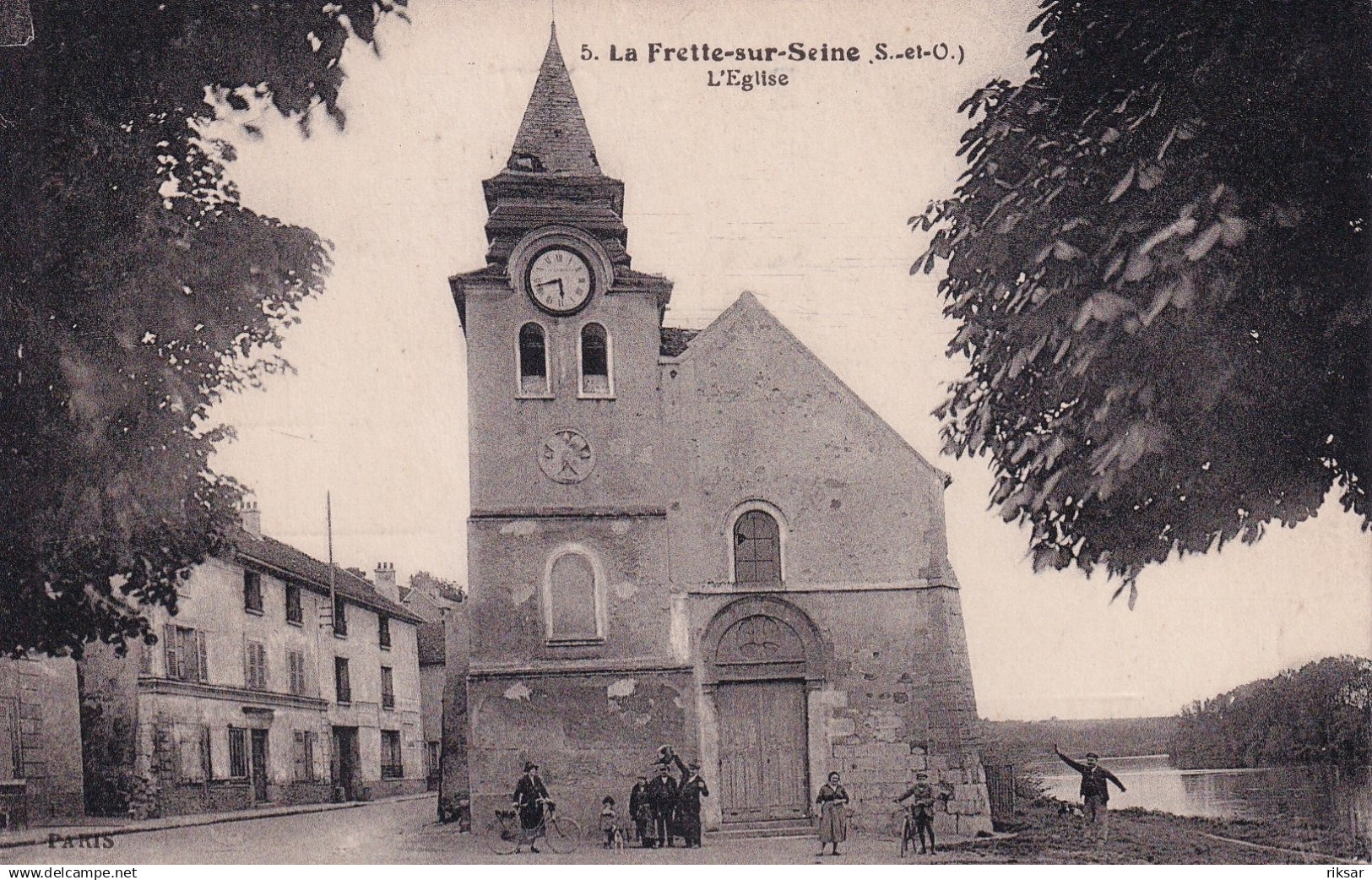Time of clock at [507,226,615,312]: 5:42
